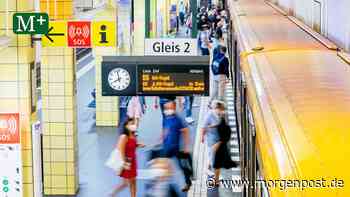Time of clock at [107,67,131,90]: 7:57
